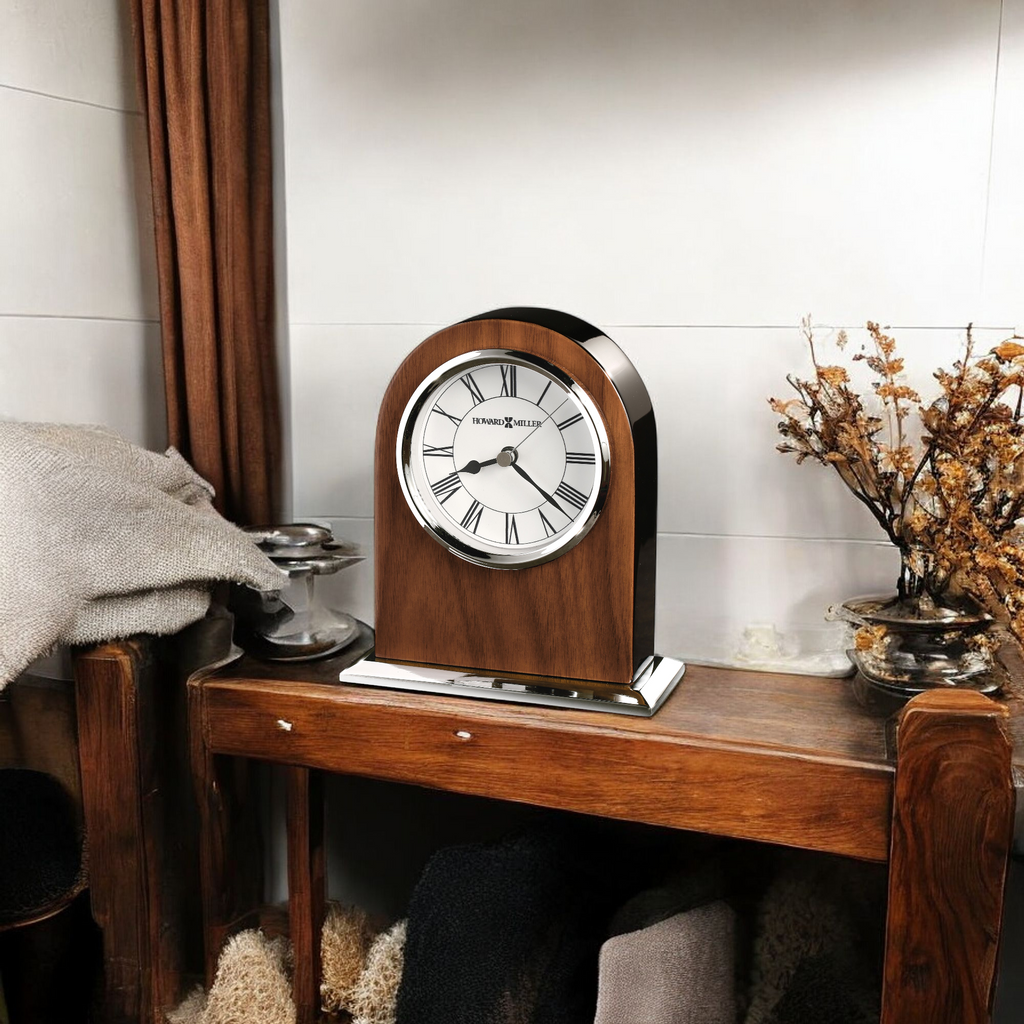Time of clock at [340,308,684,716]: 8:21
